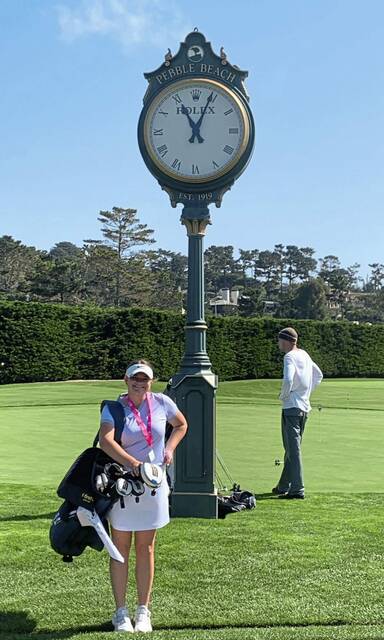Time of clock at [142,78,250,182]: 11:04
